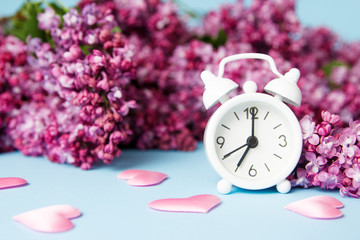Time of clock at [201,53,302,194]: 7:00
